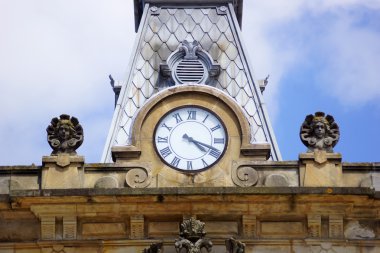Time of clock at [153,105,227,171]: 4:18
